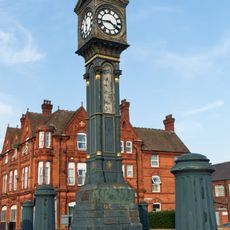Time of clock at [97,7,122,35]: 3:43
